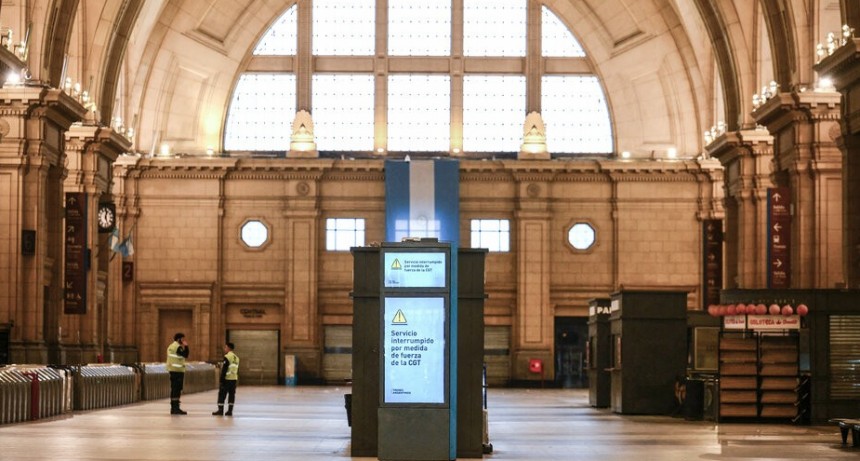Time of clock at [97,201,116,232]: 12:26
